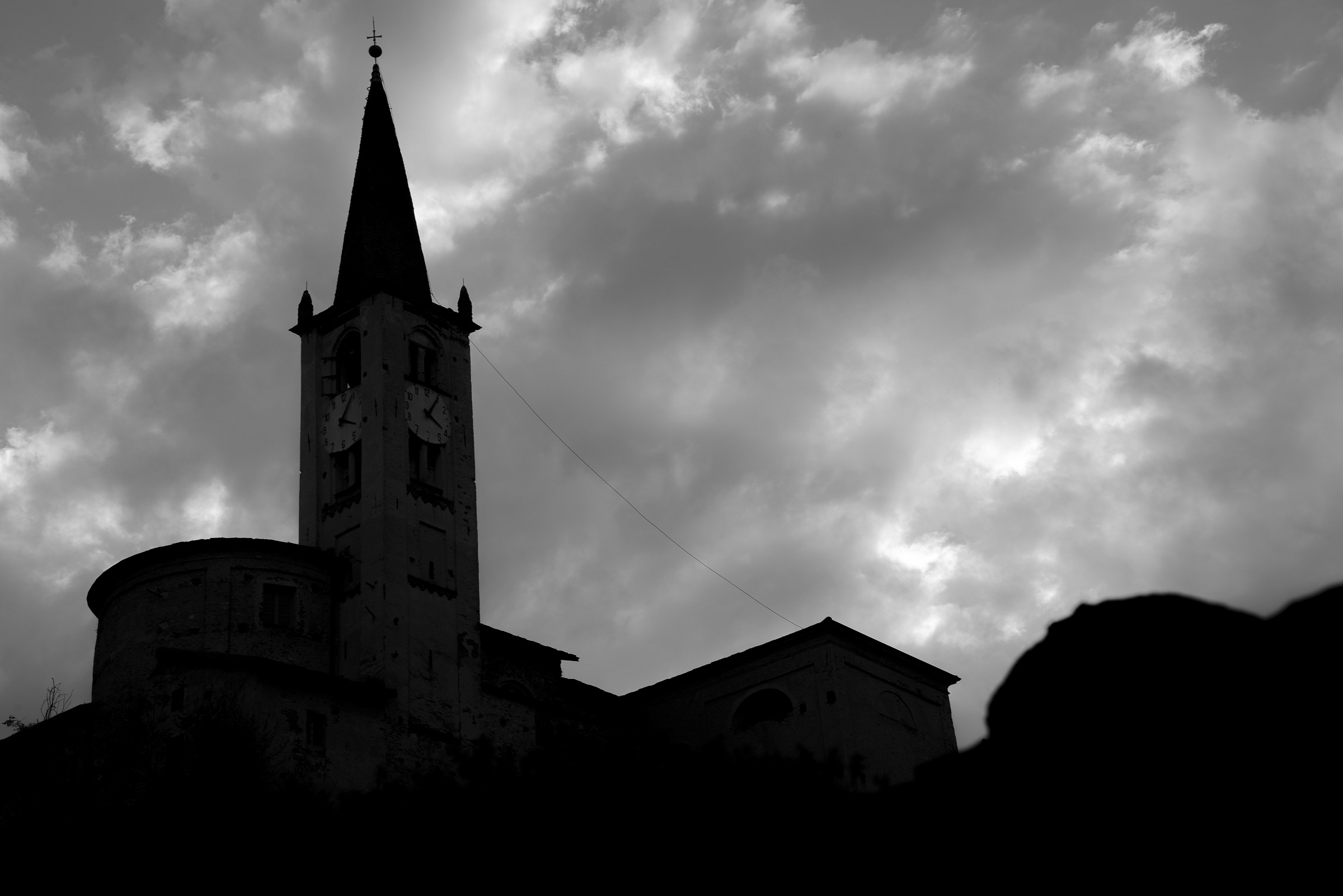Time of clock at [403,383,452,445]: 4:04
